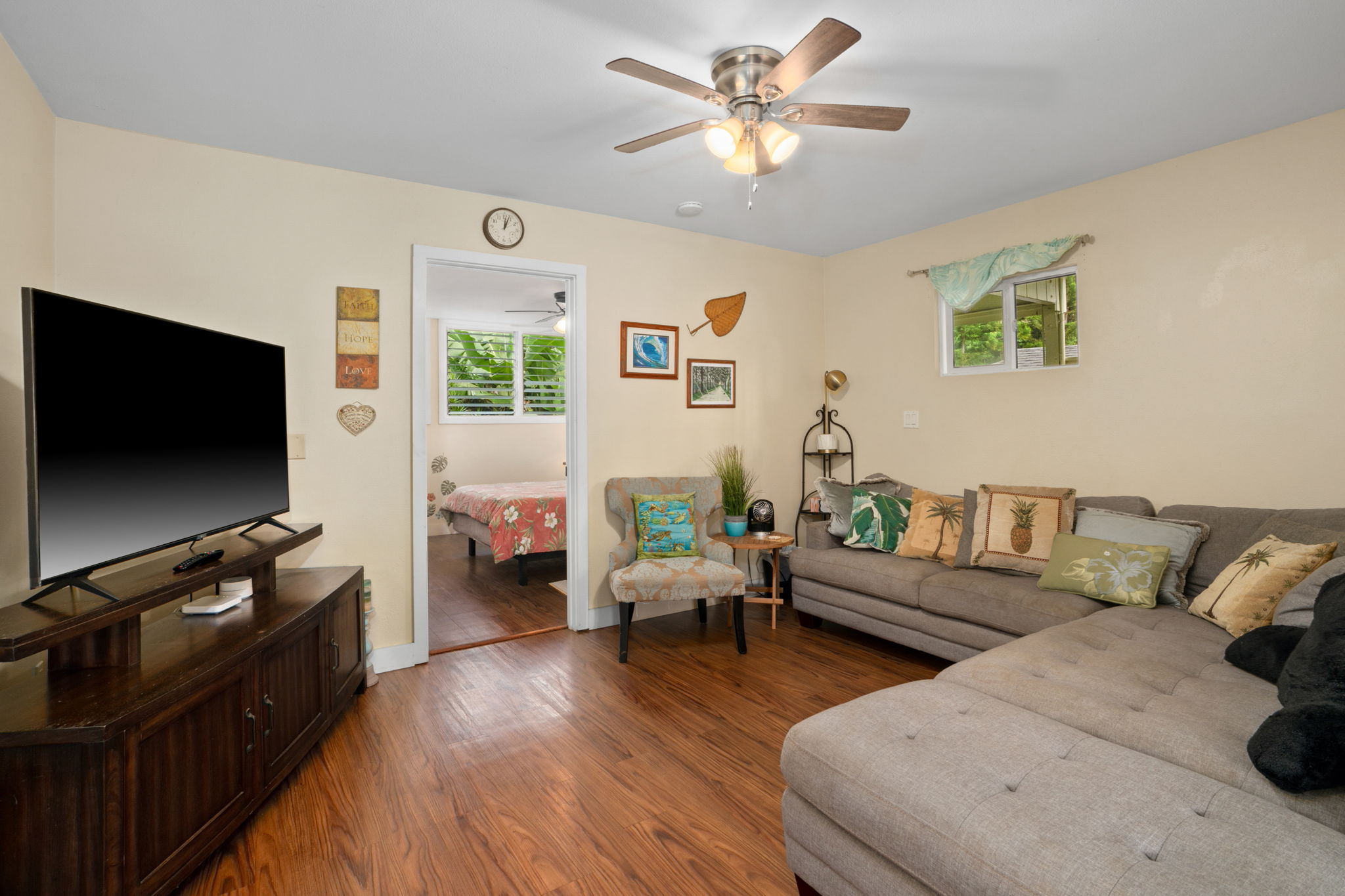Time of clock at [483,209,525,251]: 12:03
